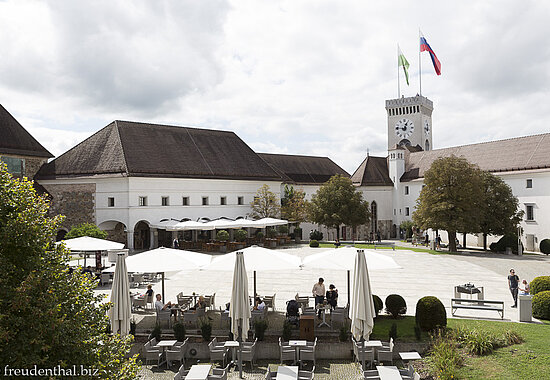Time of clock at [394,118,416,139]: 12:46
